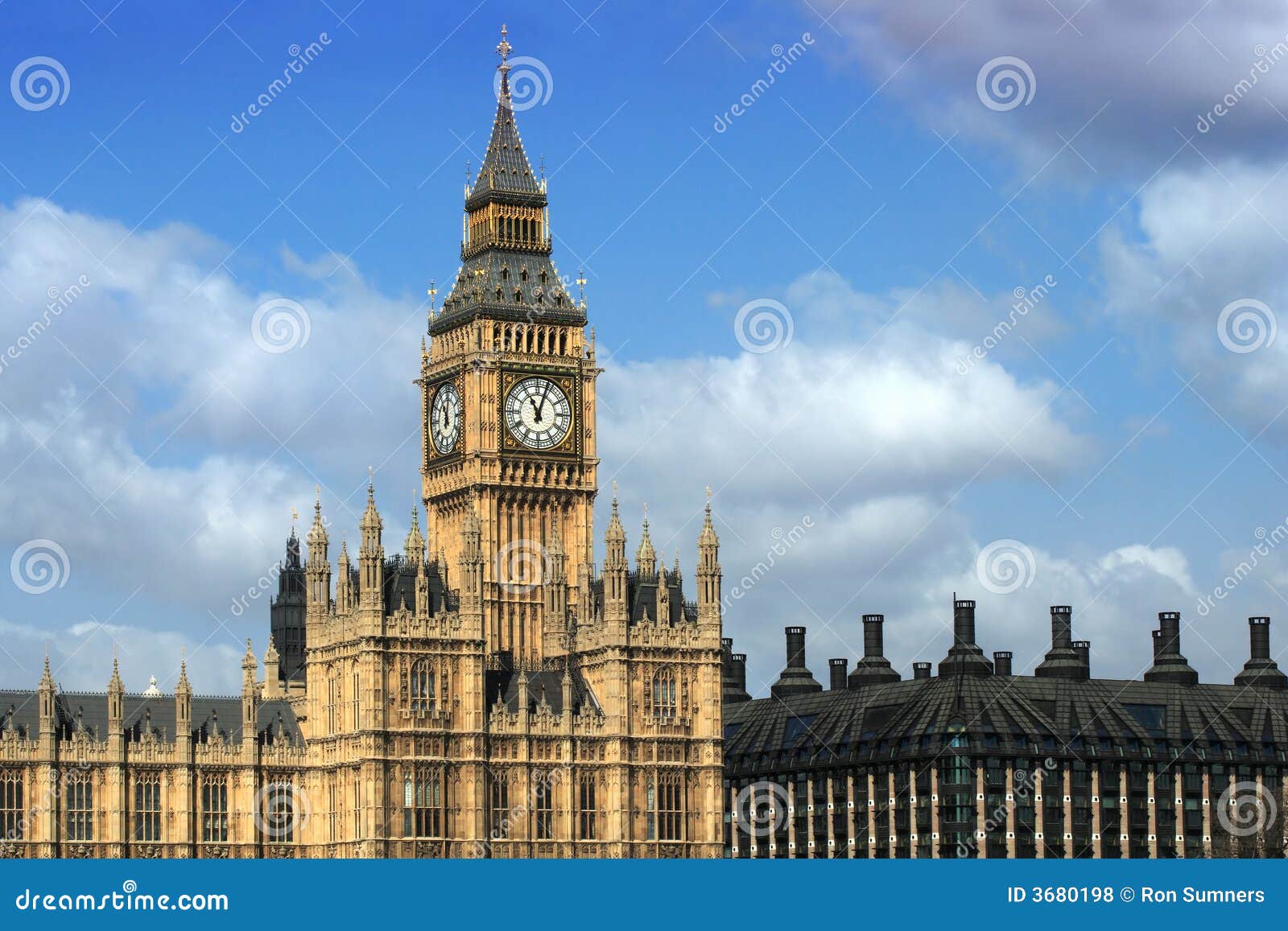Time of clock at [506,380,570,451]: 11:03
